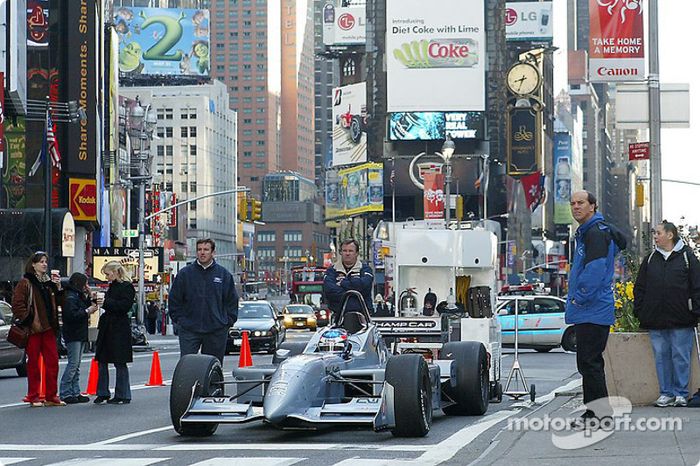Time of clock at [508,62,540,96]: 8:33
